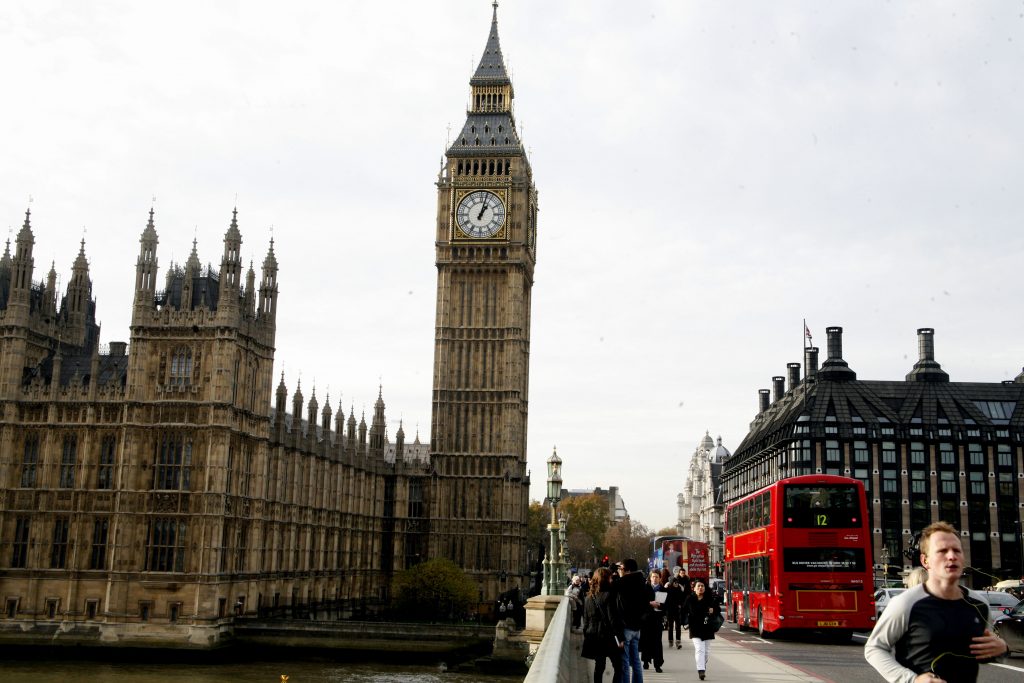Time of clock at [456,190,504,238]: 1:02
